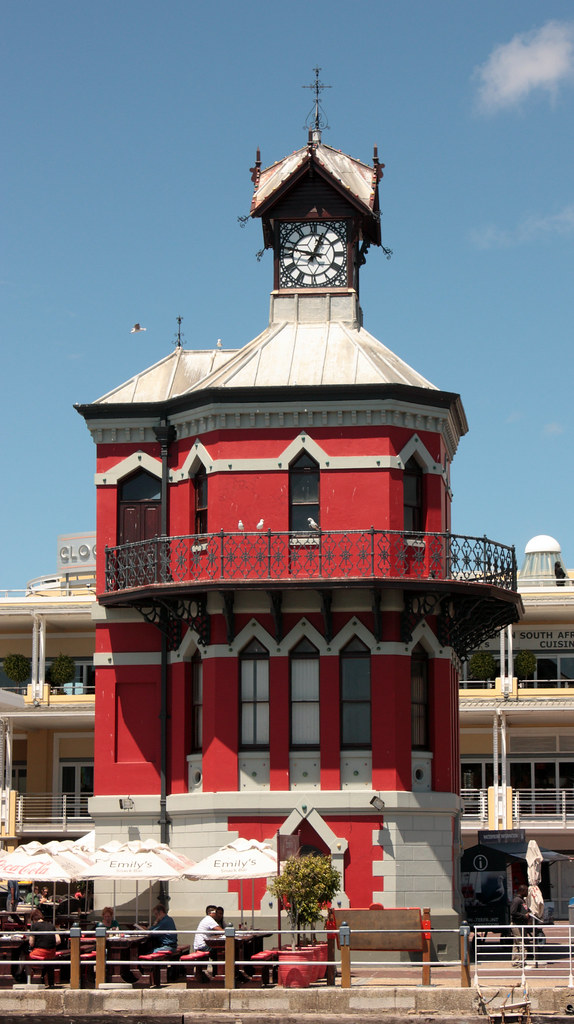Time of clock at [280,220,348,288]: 12:47
